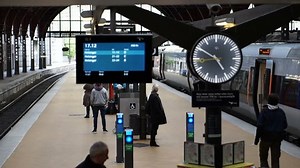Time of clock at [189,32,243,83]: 4:50
